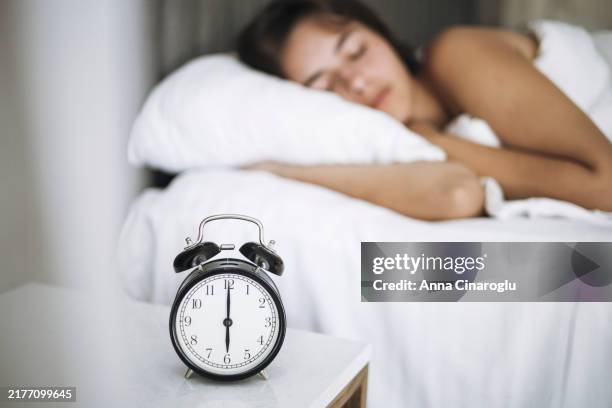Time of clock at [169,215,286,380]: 6:00
